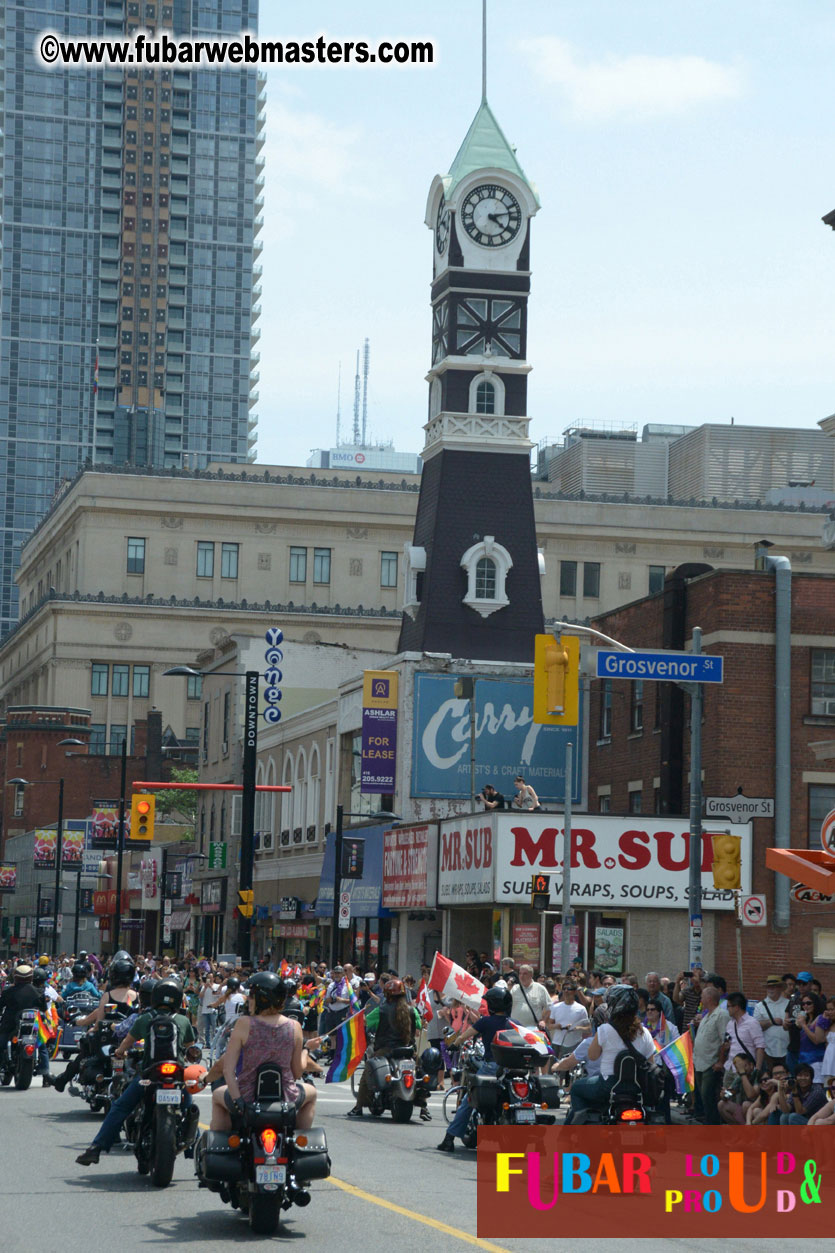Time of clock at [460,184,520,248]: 4:12
